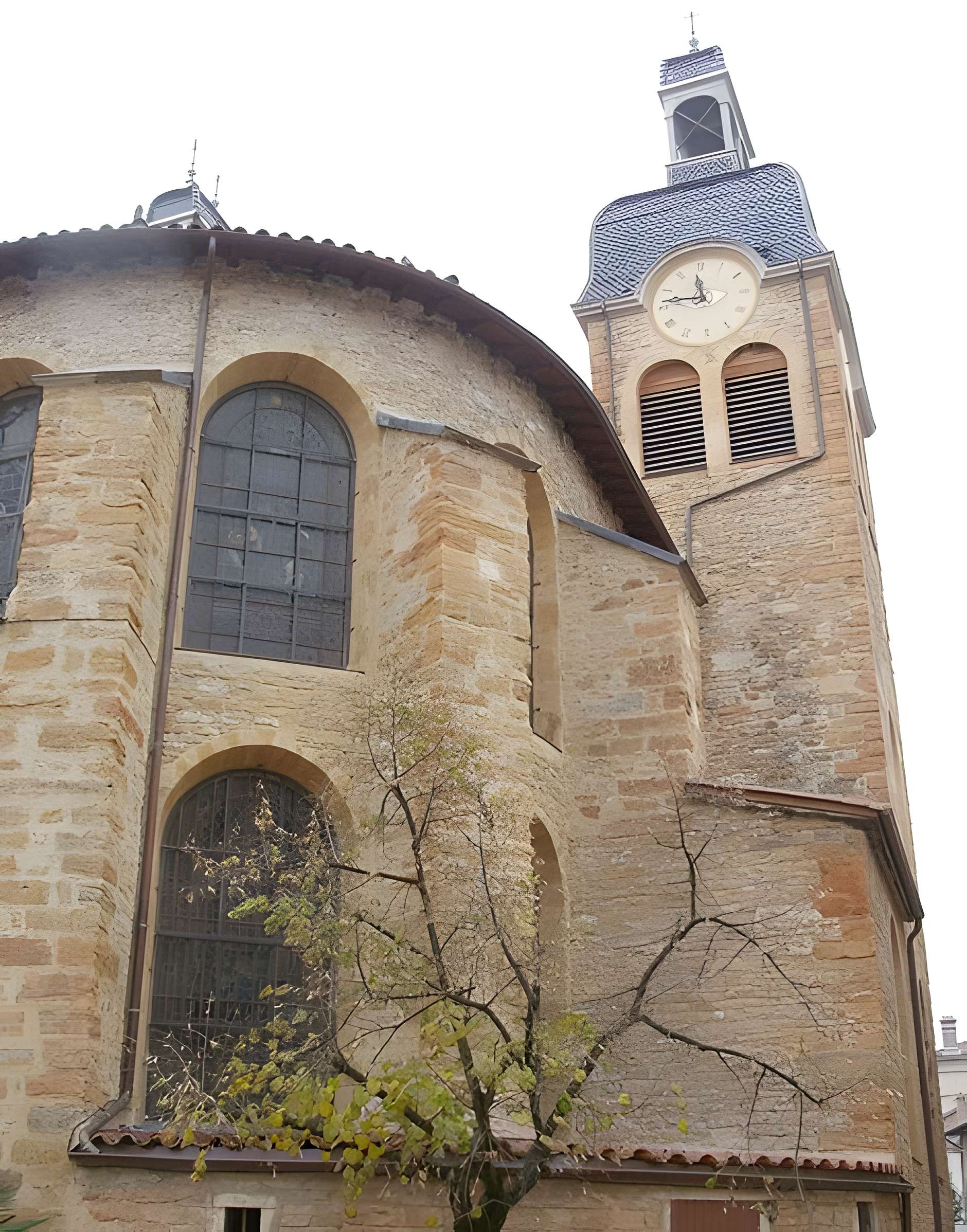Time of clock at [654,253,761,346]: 11:46
